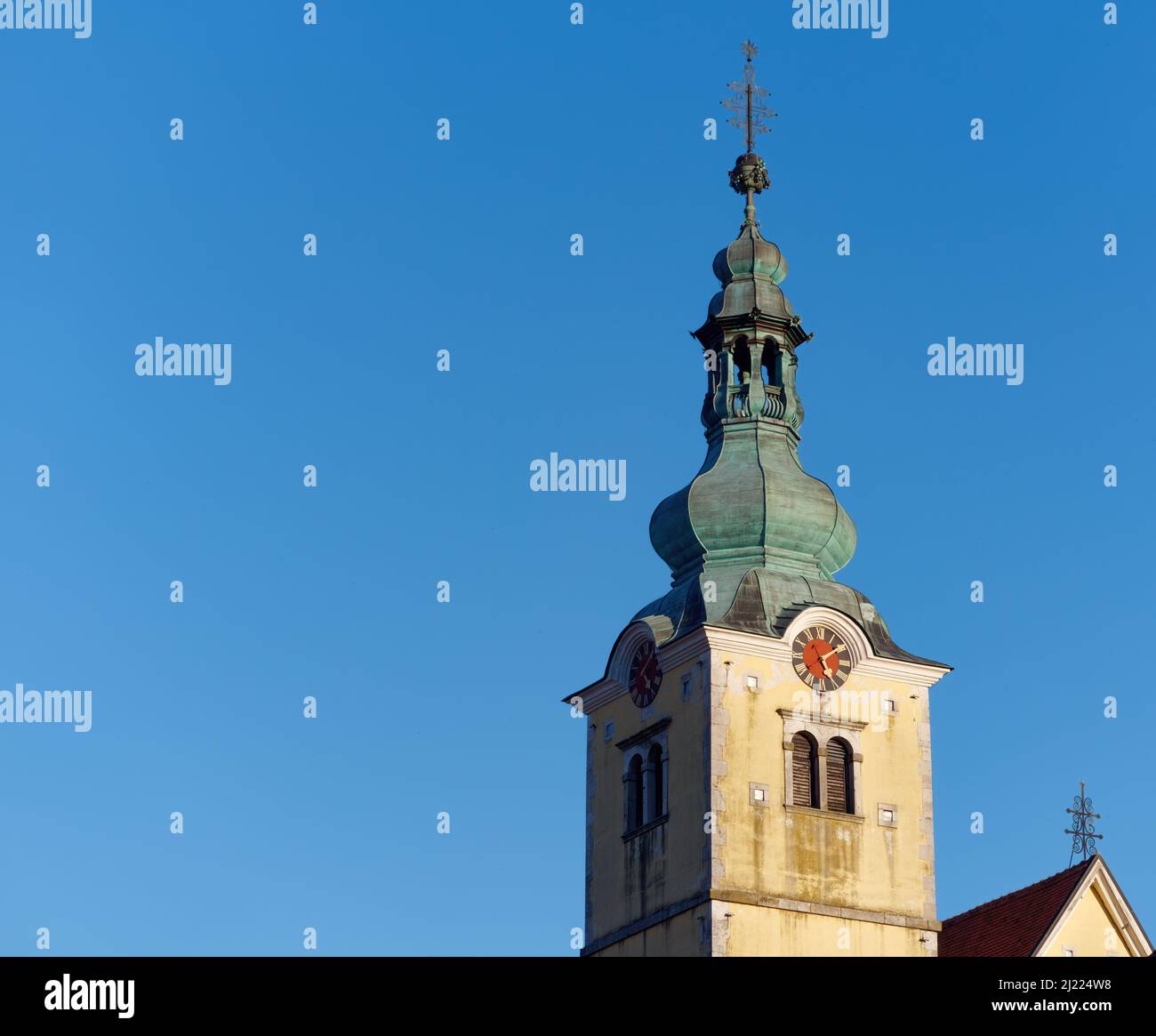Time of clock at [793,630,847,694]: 5:09
